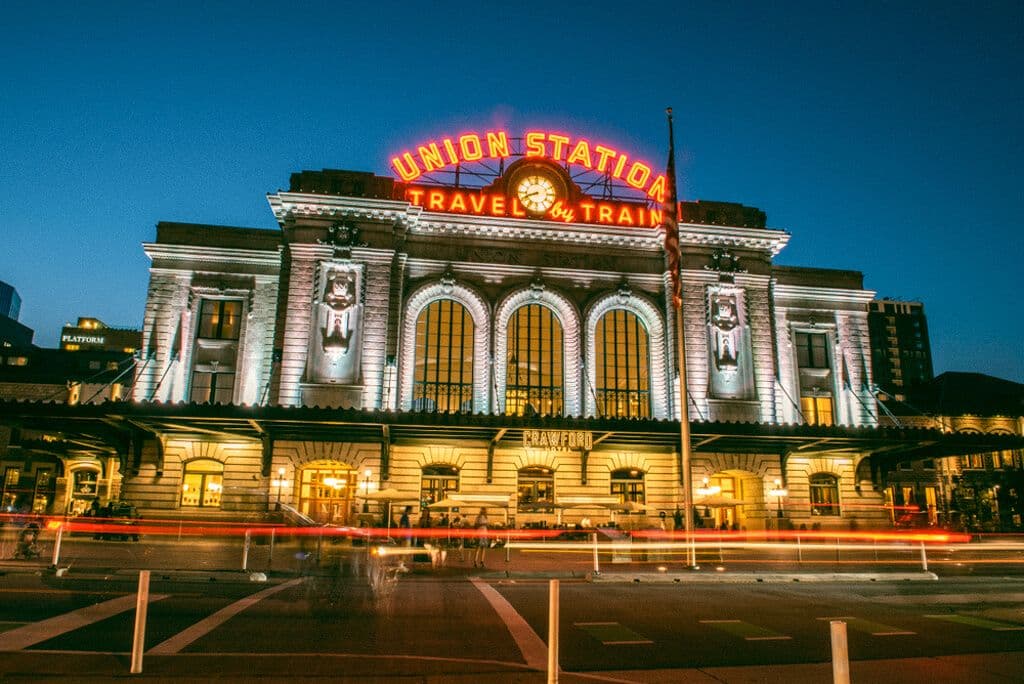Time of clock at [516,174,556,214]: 8:41
